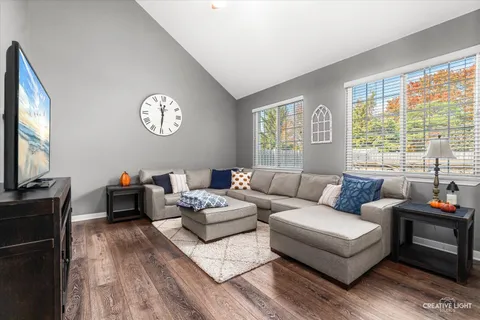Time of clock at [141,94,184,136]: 11:30
